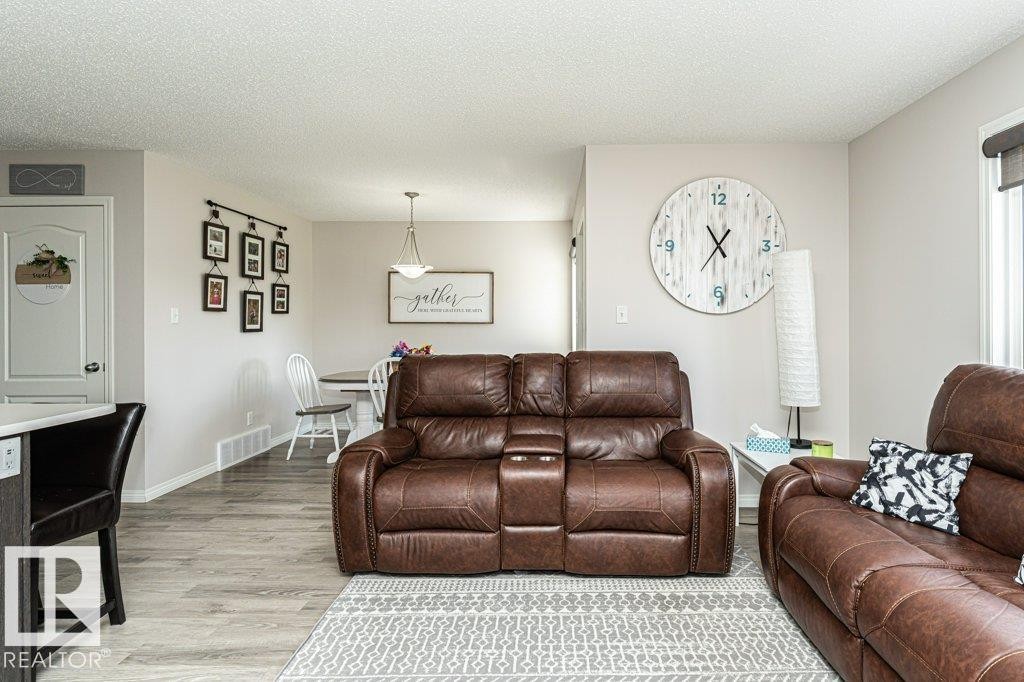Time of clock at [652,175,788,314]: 10:36
